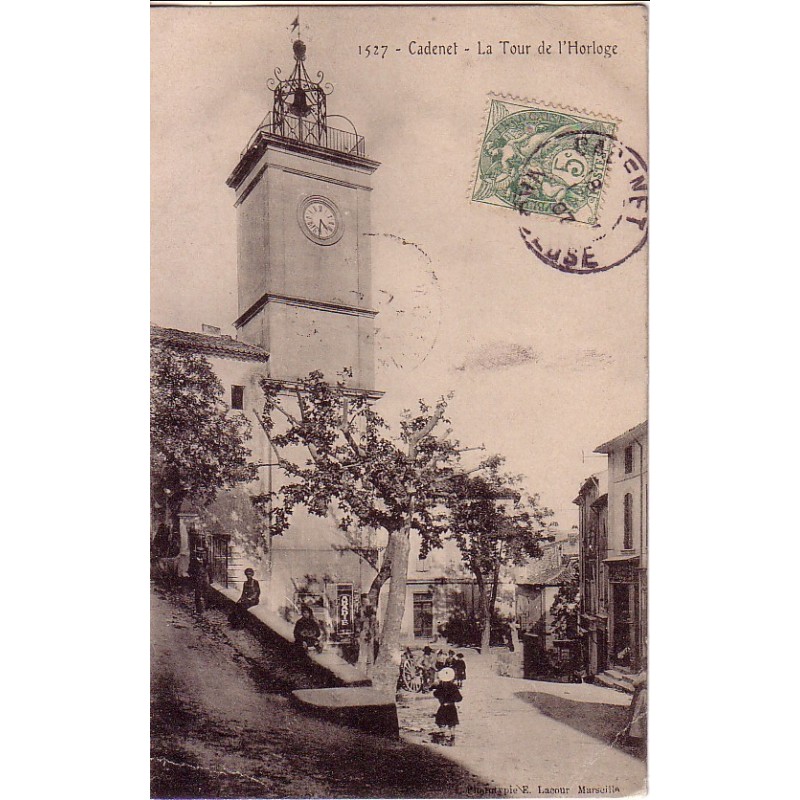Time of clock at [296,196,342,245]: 4:31
